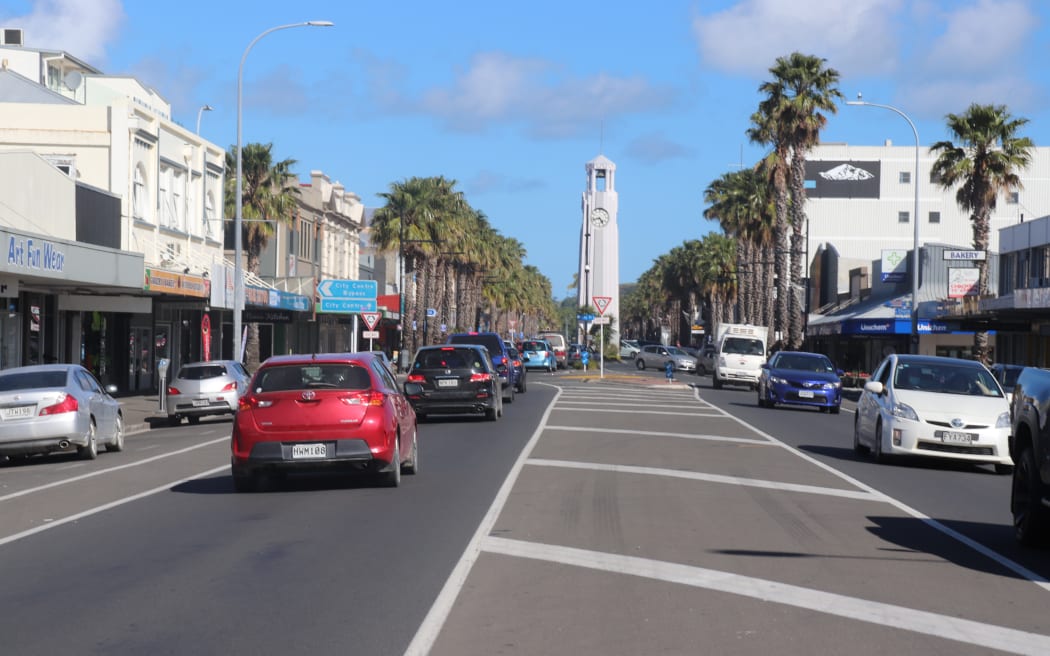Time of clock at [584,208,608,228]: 4:42
